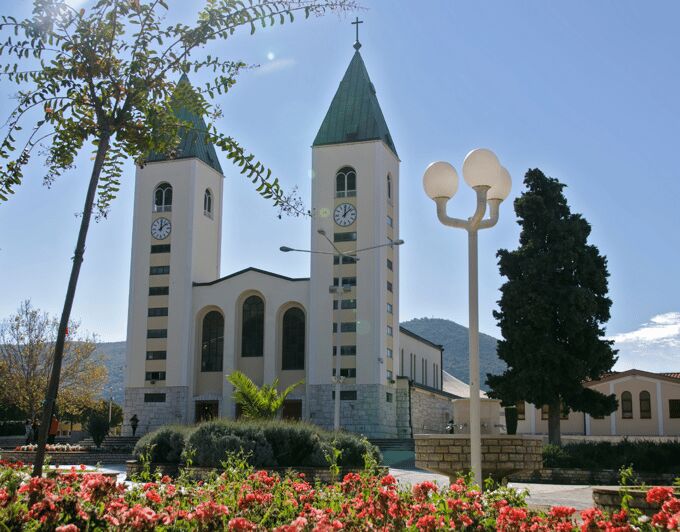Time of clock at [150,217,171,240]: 12:08
